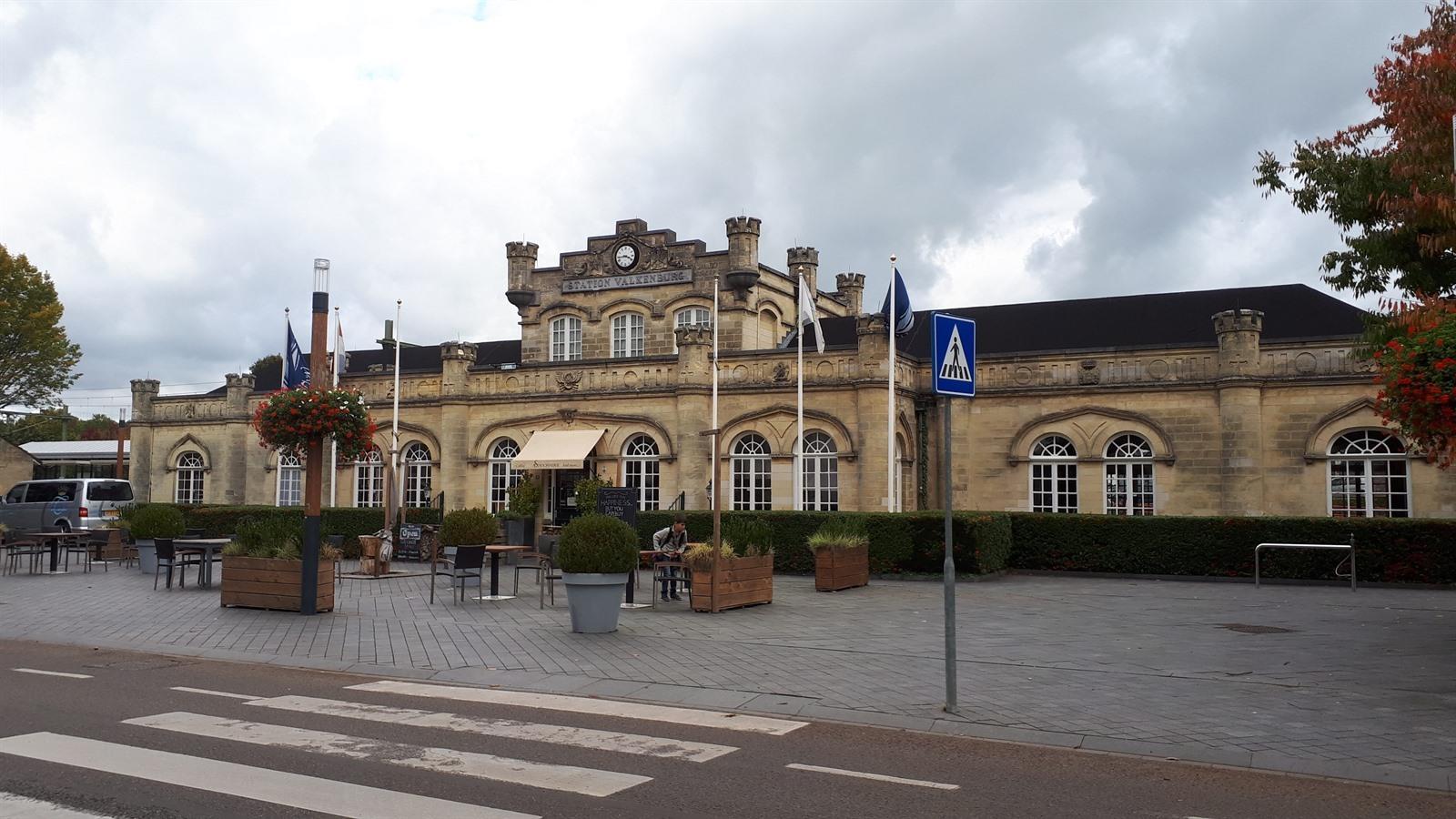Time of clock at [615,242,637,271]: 3:43
